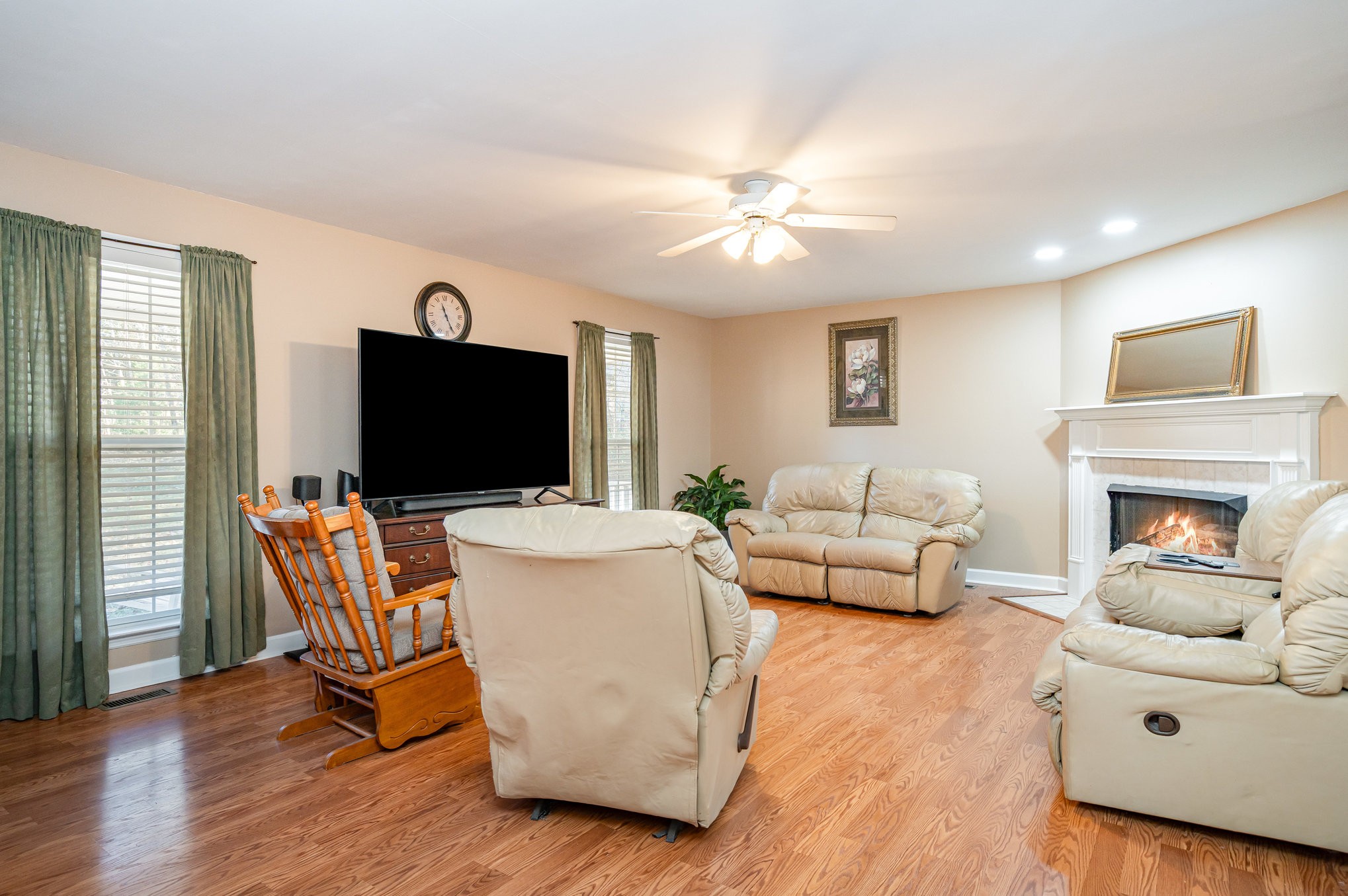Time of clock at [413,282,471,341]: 11:25
